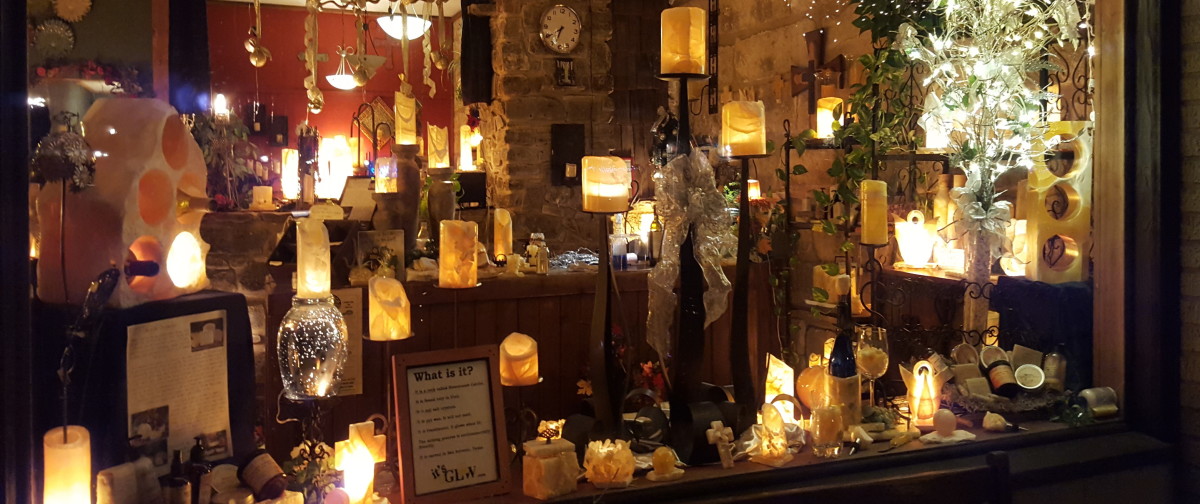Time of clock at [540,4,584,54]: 7:33
